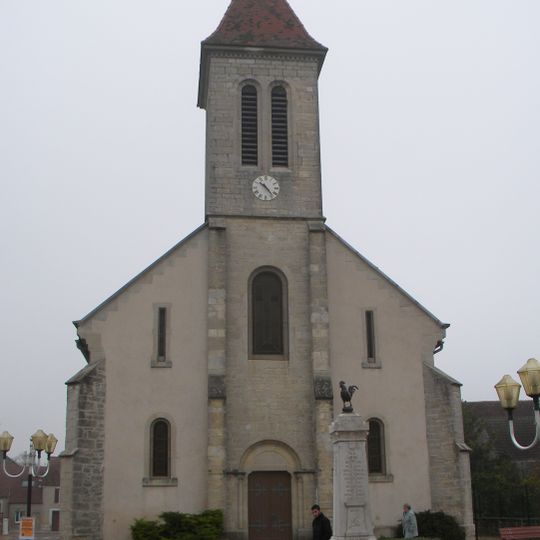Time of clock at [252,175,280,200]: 10:23
